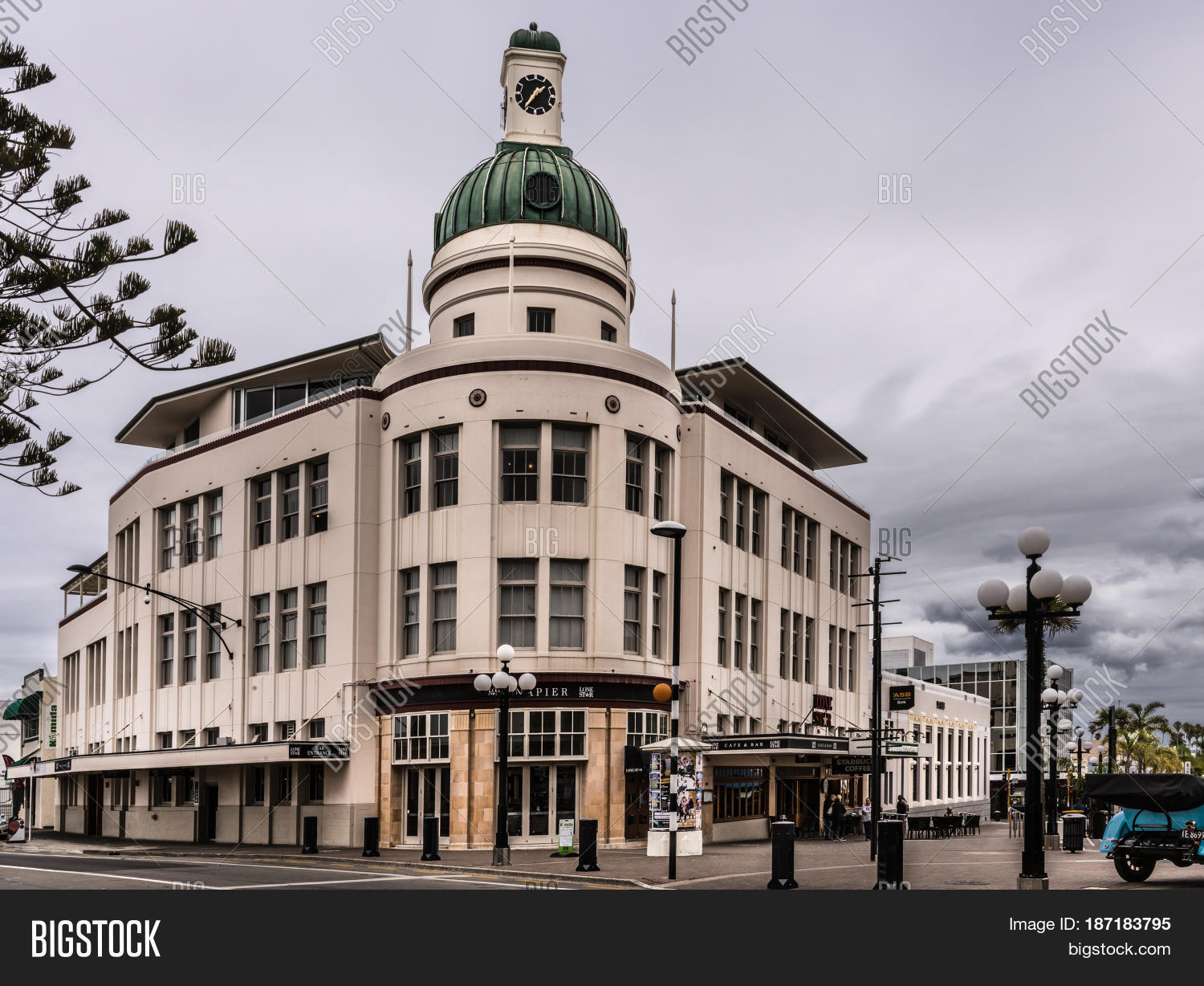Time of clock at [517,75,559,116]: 1:36
